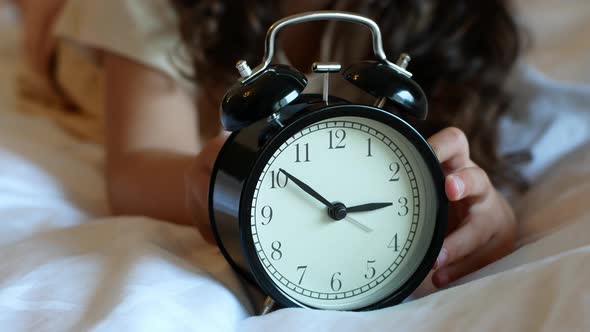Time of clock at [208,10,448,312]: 2:51
